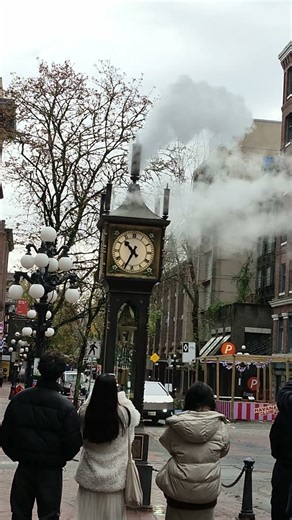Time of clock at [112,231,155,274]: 10:34
